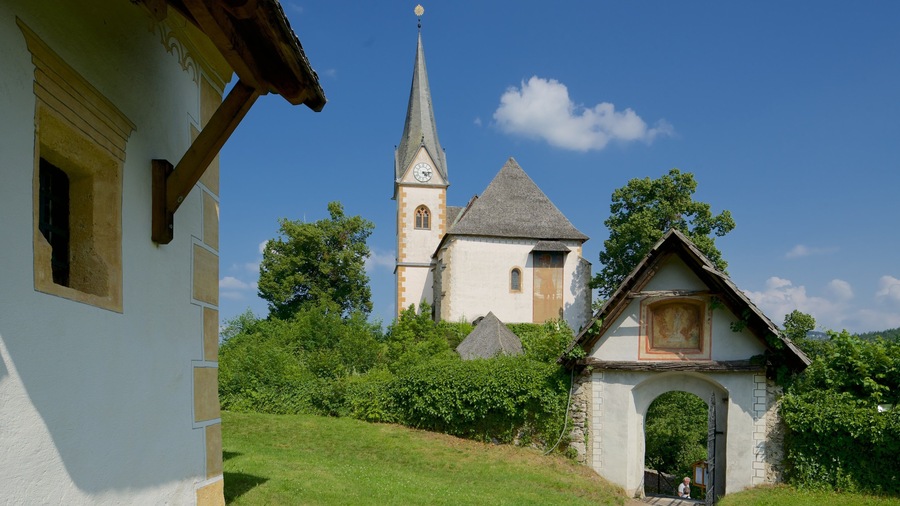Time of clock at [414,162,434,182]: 4:14
